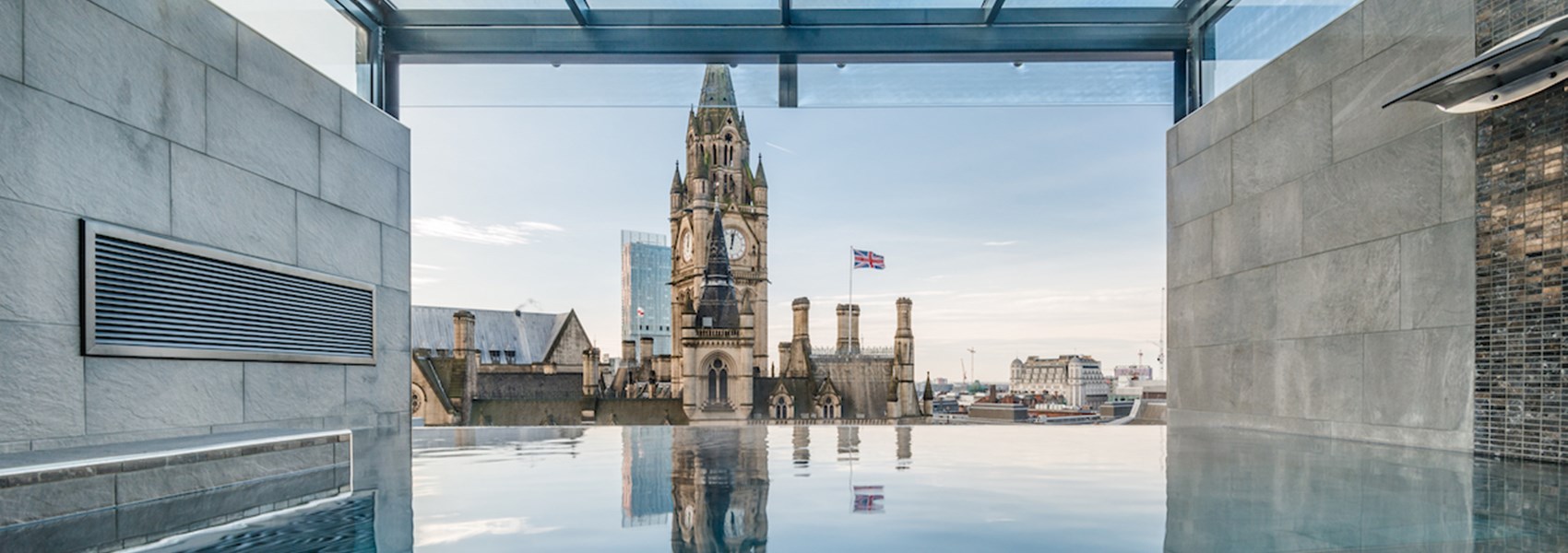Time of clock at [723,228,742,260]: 12:02
